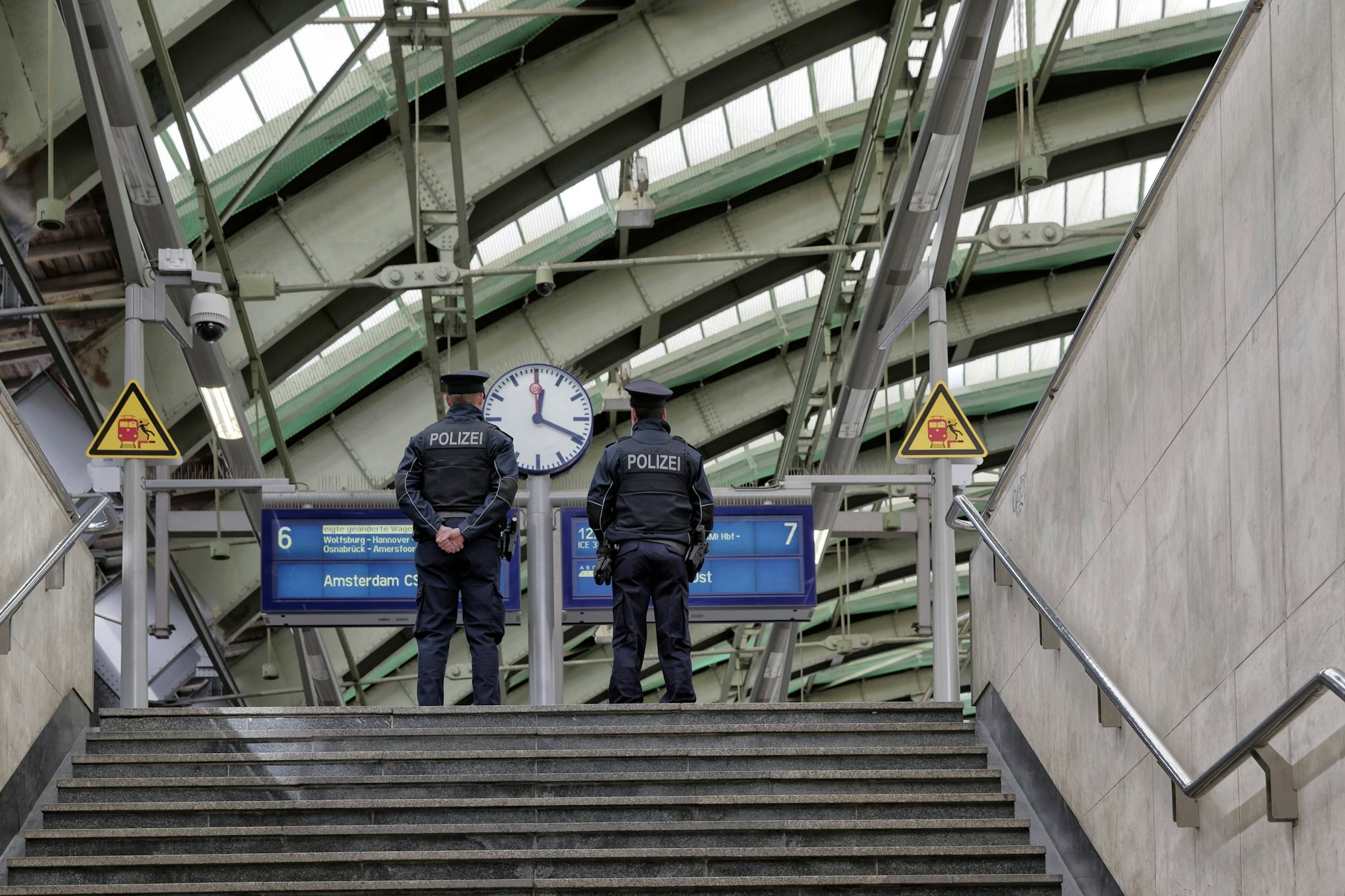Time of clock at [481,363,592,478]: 12:18
